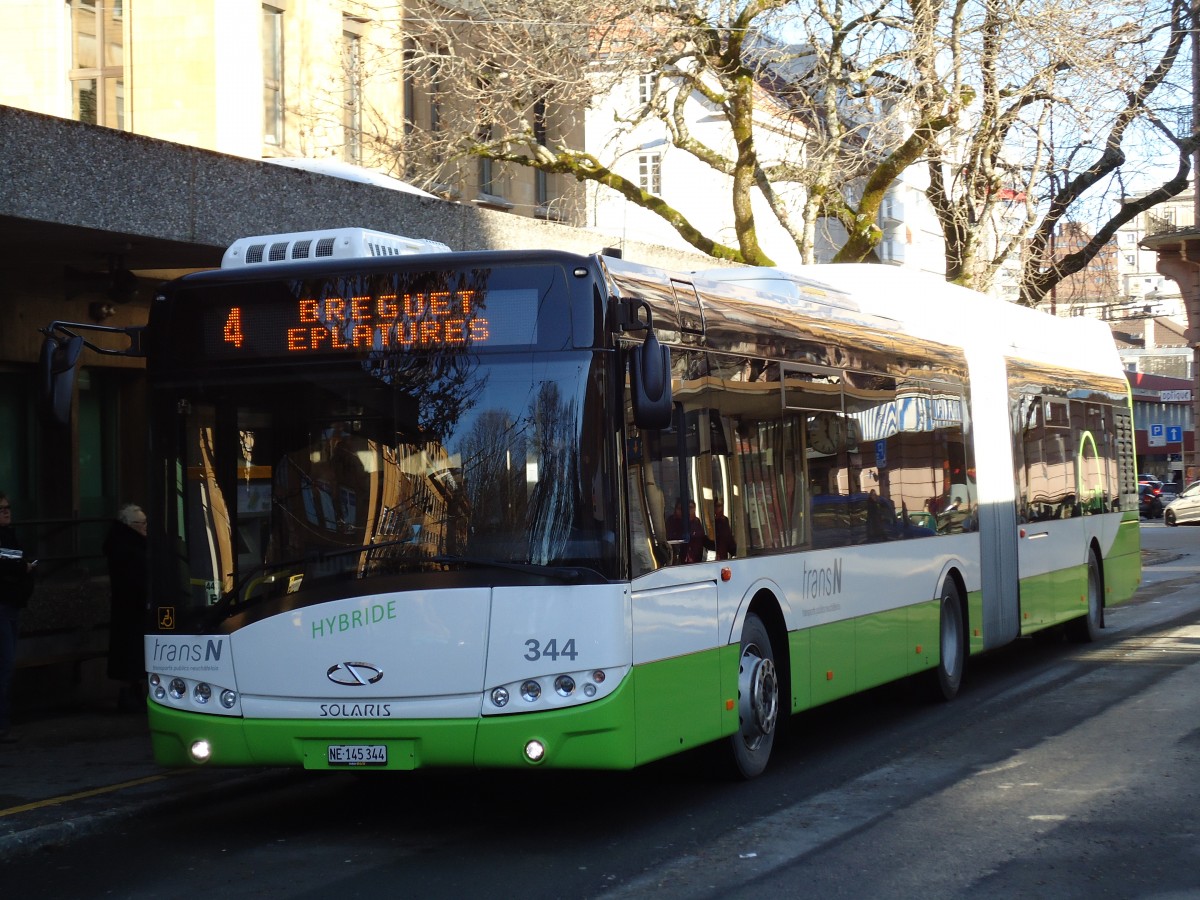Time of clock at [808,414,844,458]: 12:24
